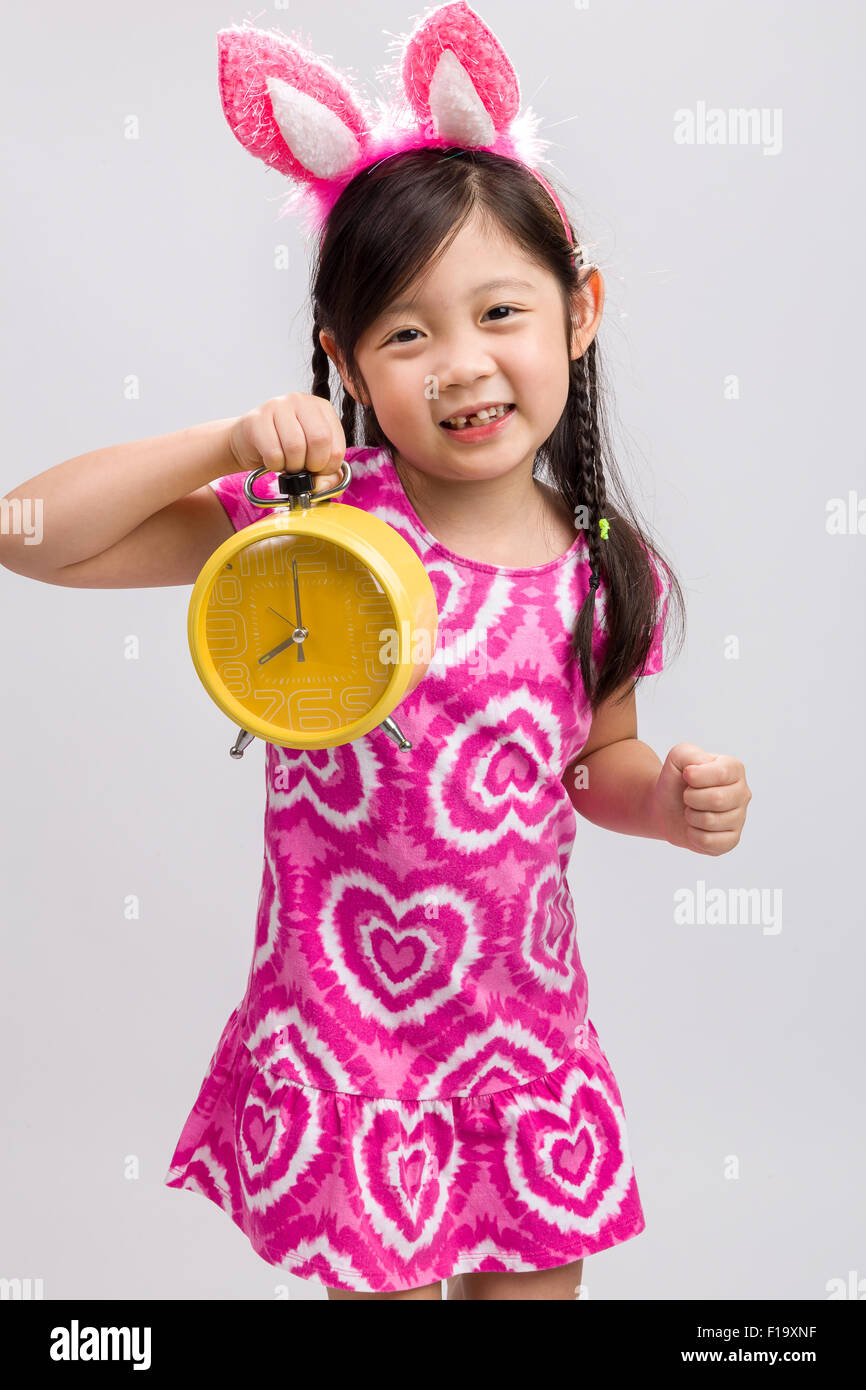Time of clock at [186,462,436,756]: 8:00
